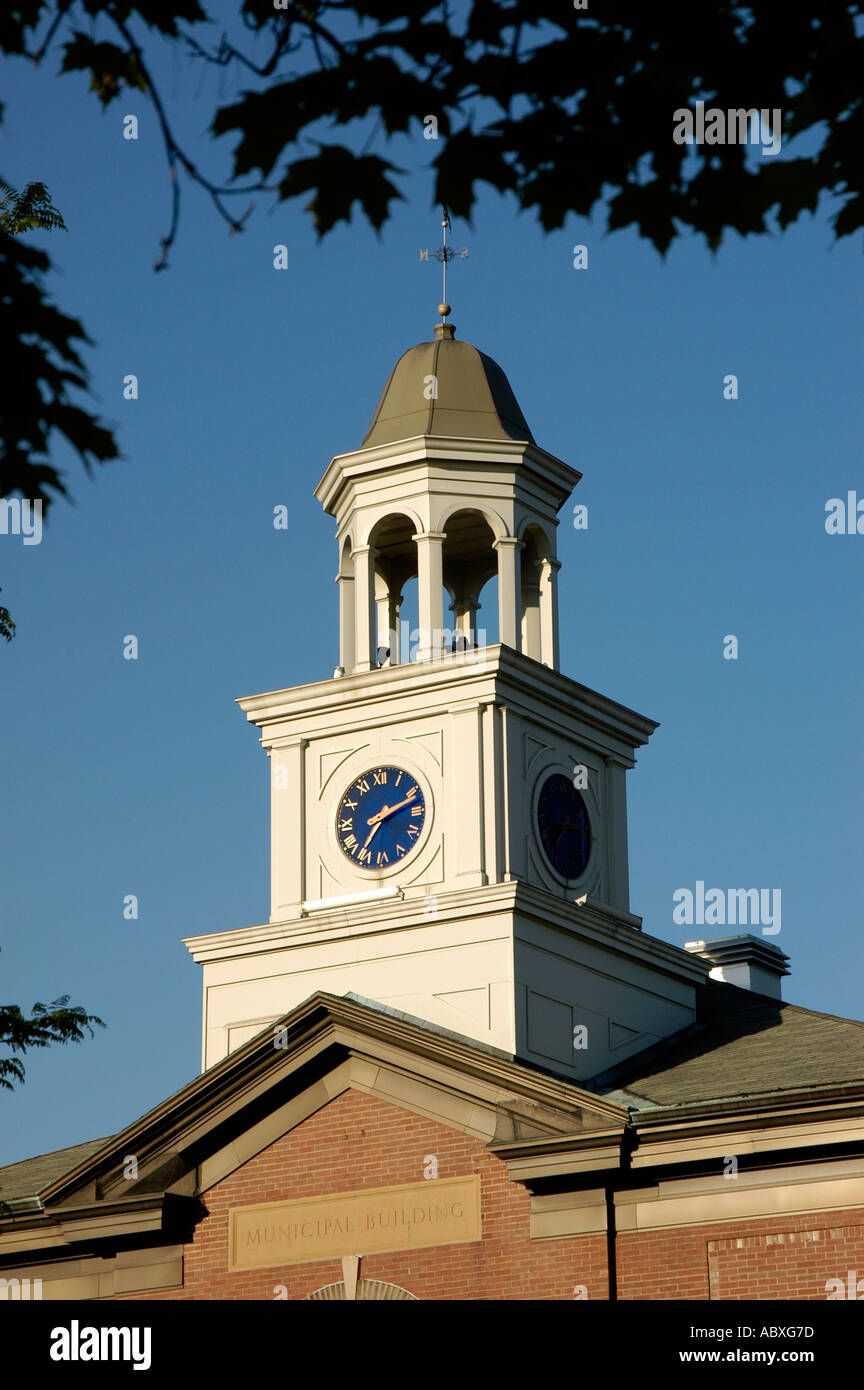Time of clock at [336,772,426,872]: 7:11
